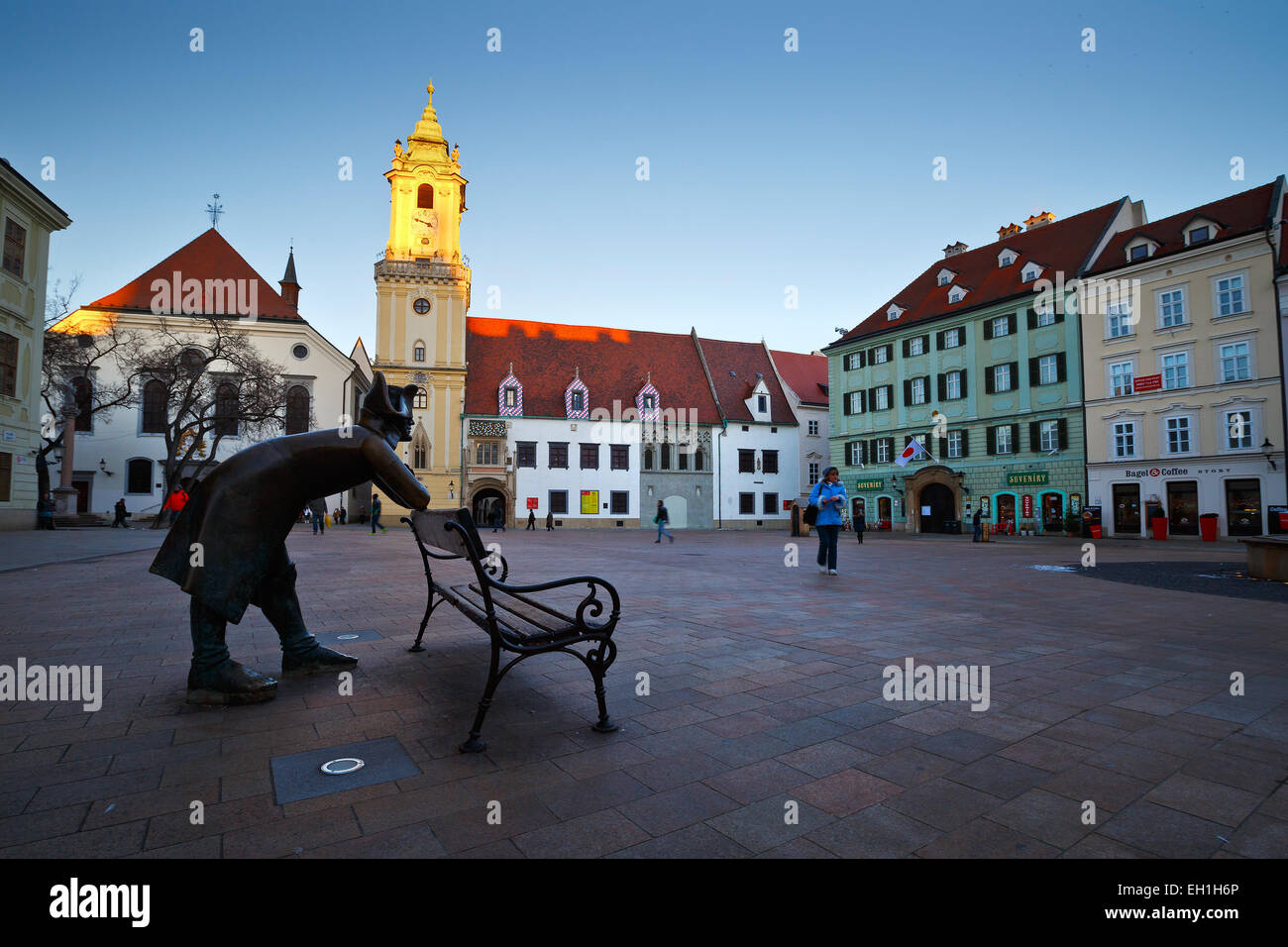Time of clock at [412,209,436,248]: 3:48
